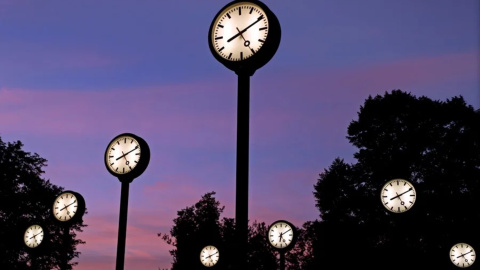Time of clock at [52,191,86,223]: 5:11
